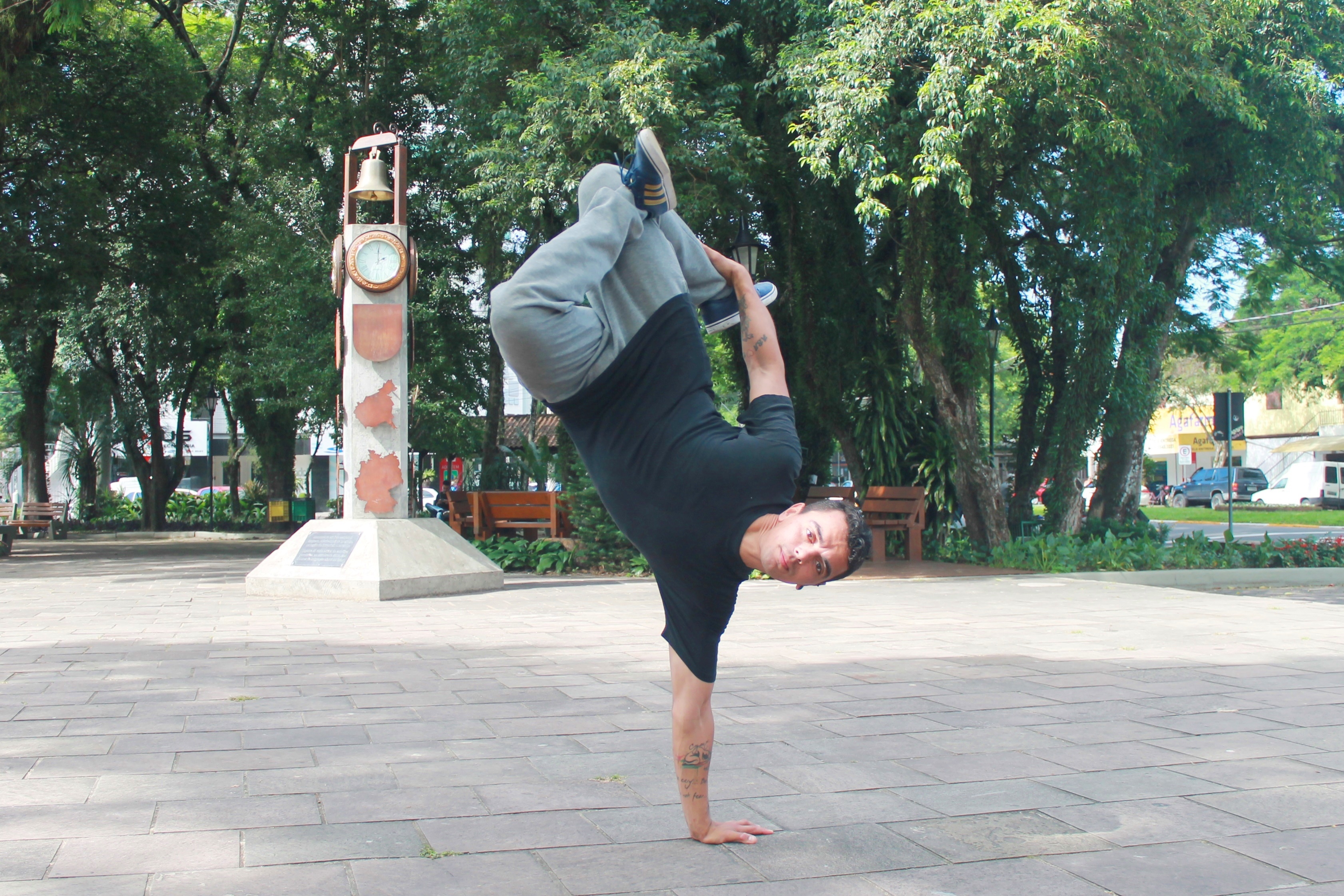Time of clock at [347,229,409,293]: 2:00
